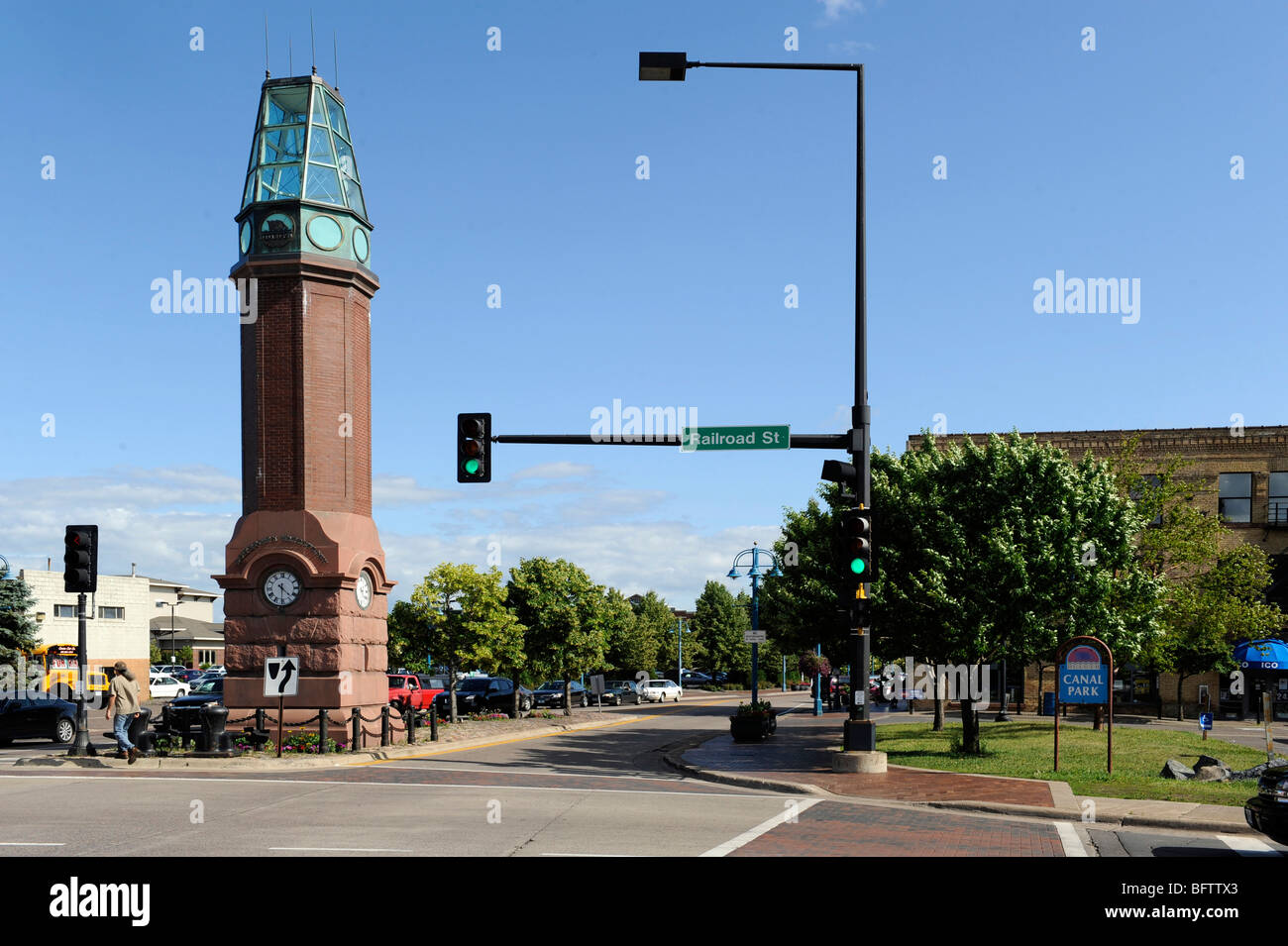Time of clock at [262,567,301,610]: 4:30
